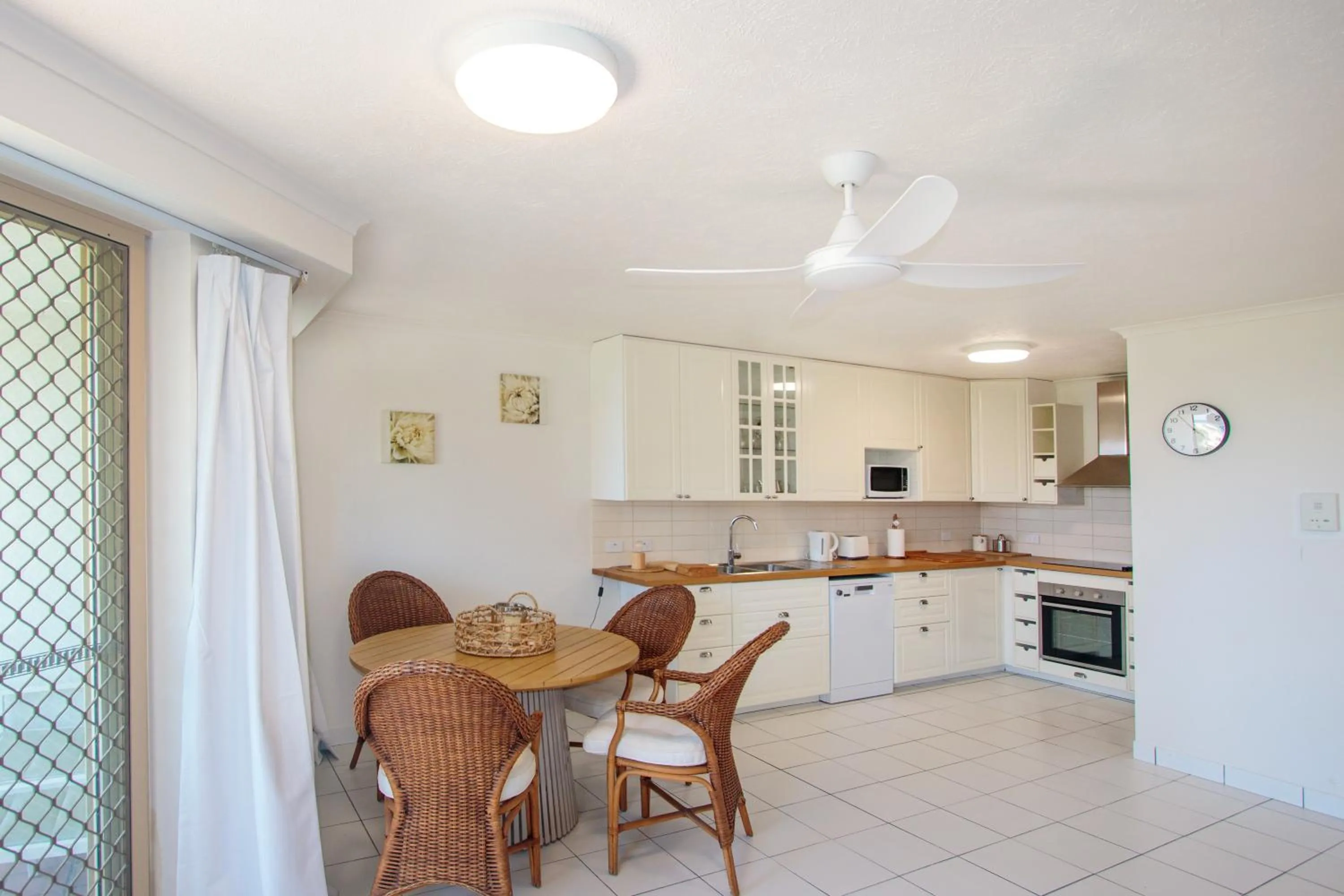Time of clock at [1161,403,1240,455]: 4:29
